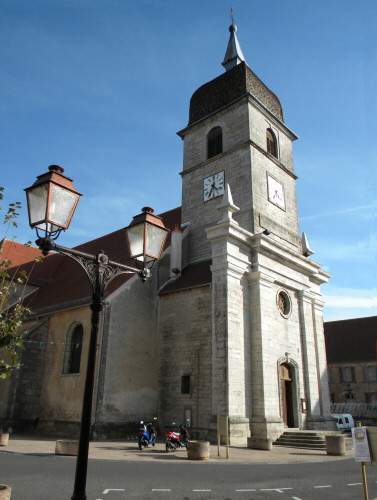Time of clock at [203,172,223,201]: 4:35
